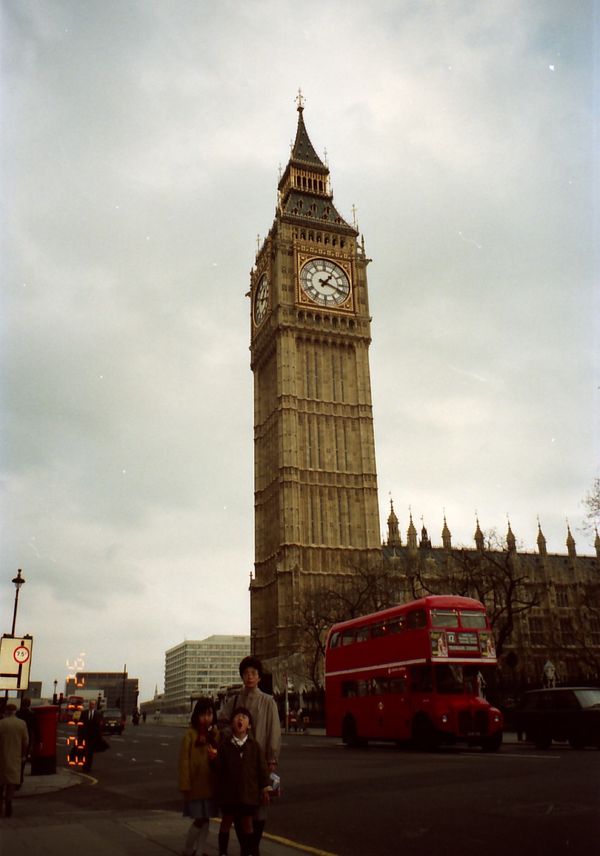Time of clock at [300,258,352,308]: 1:18
